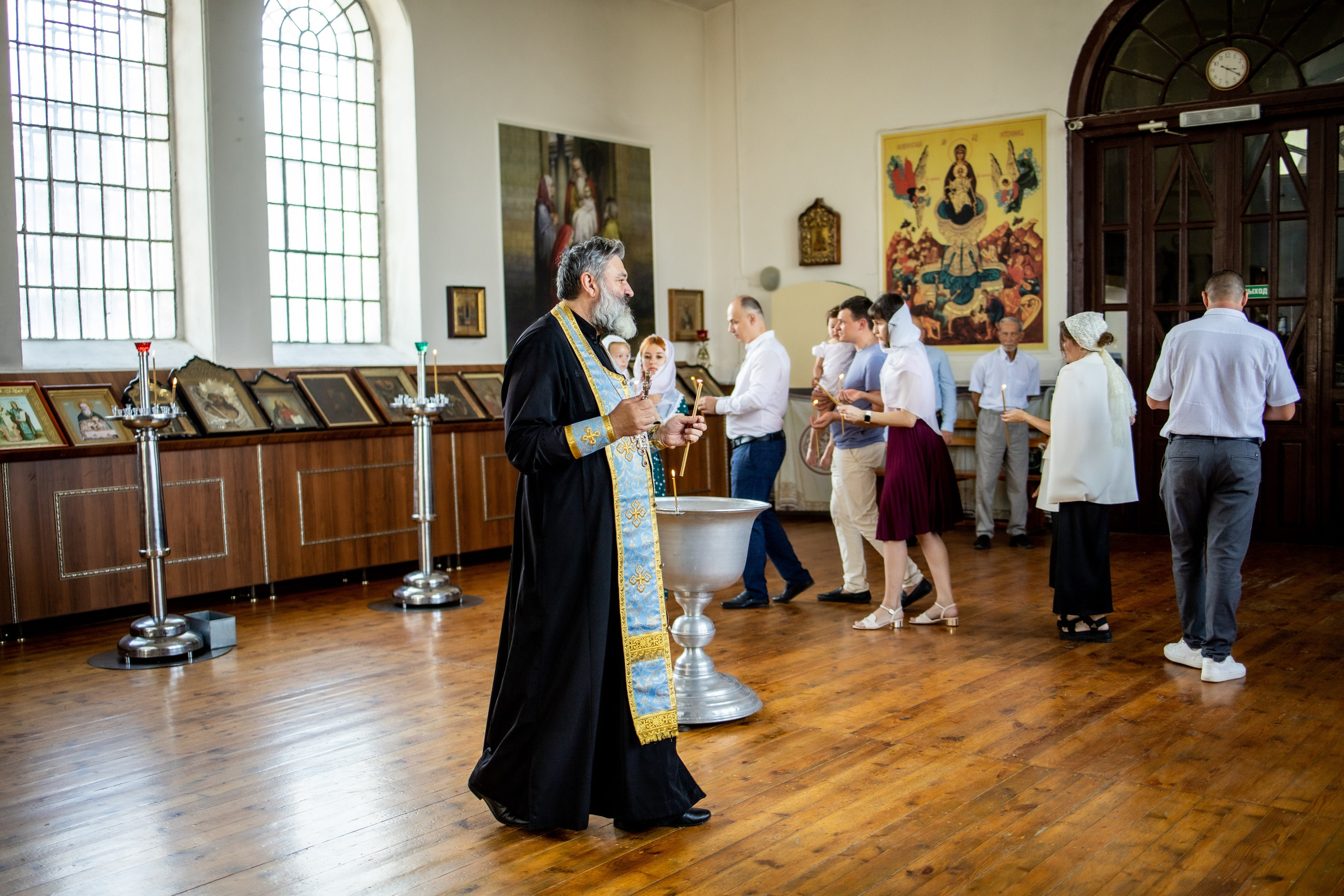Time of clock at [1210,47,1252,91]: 3:20
